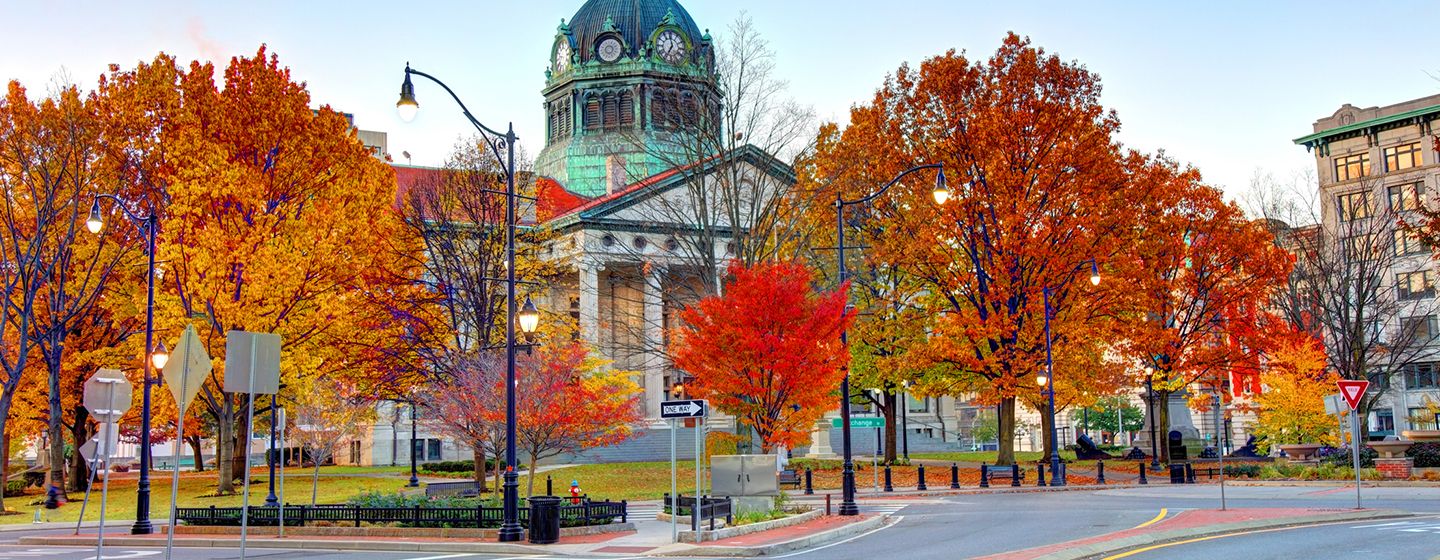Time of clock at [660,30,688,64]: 6:58
